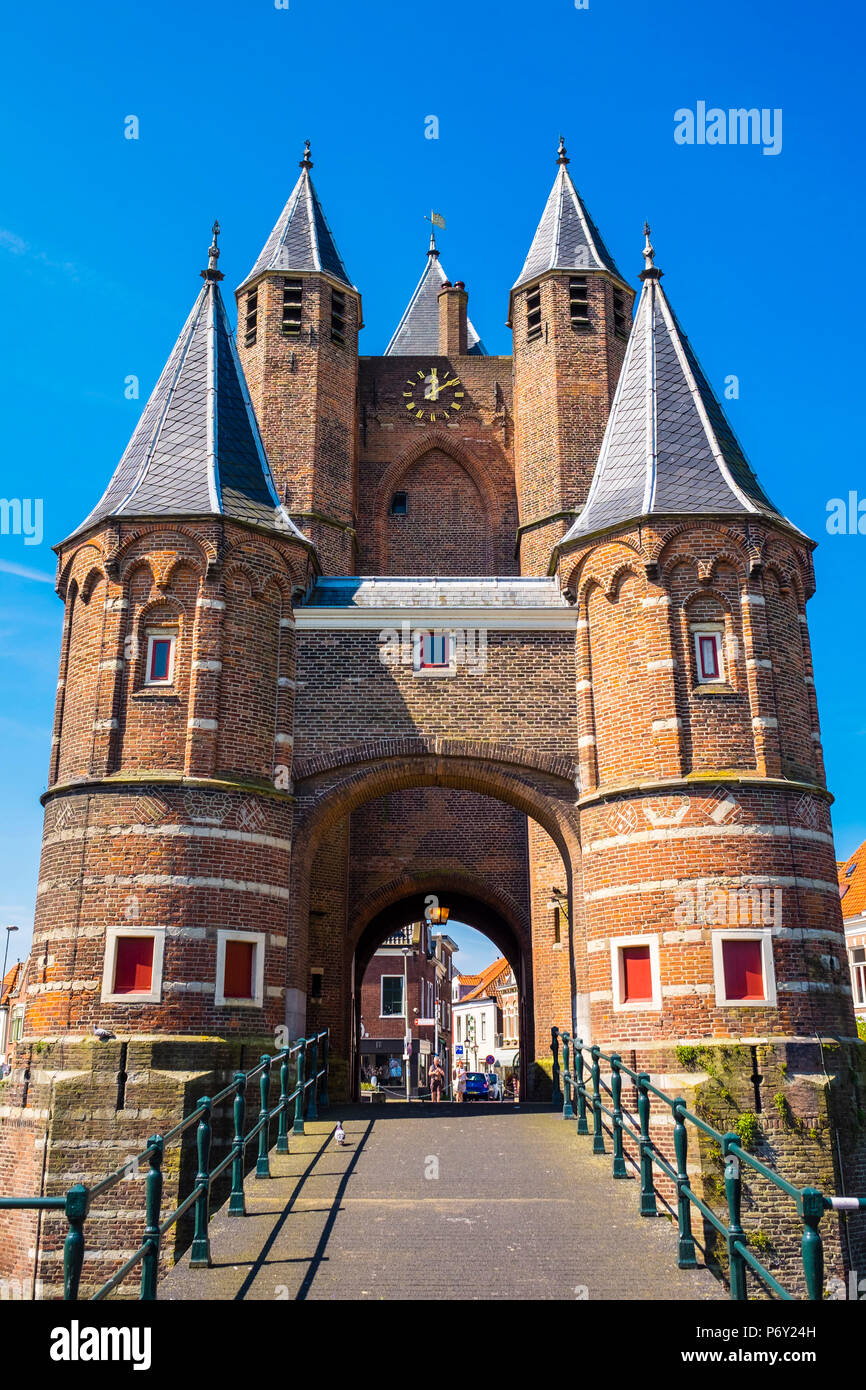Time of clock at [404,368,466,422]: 12:08
